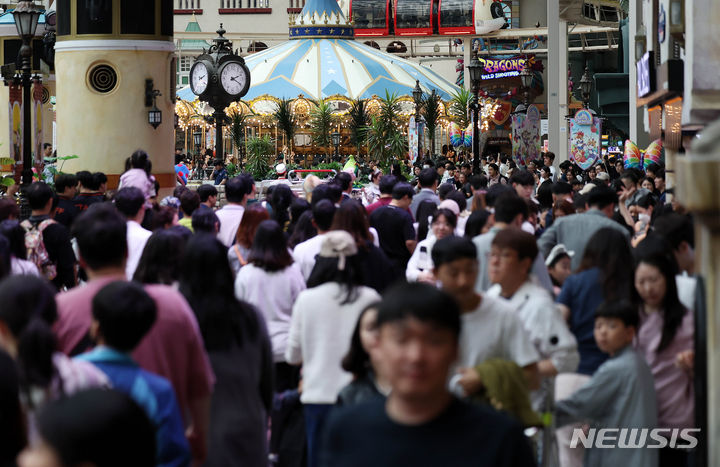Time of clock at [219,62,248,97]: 2:19
